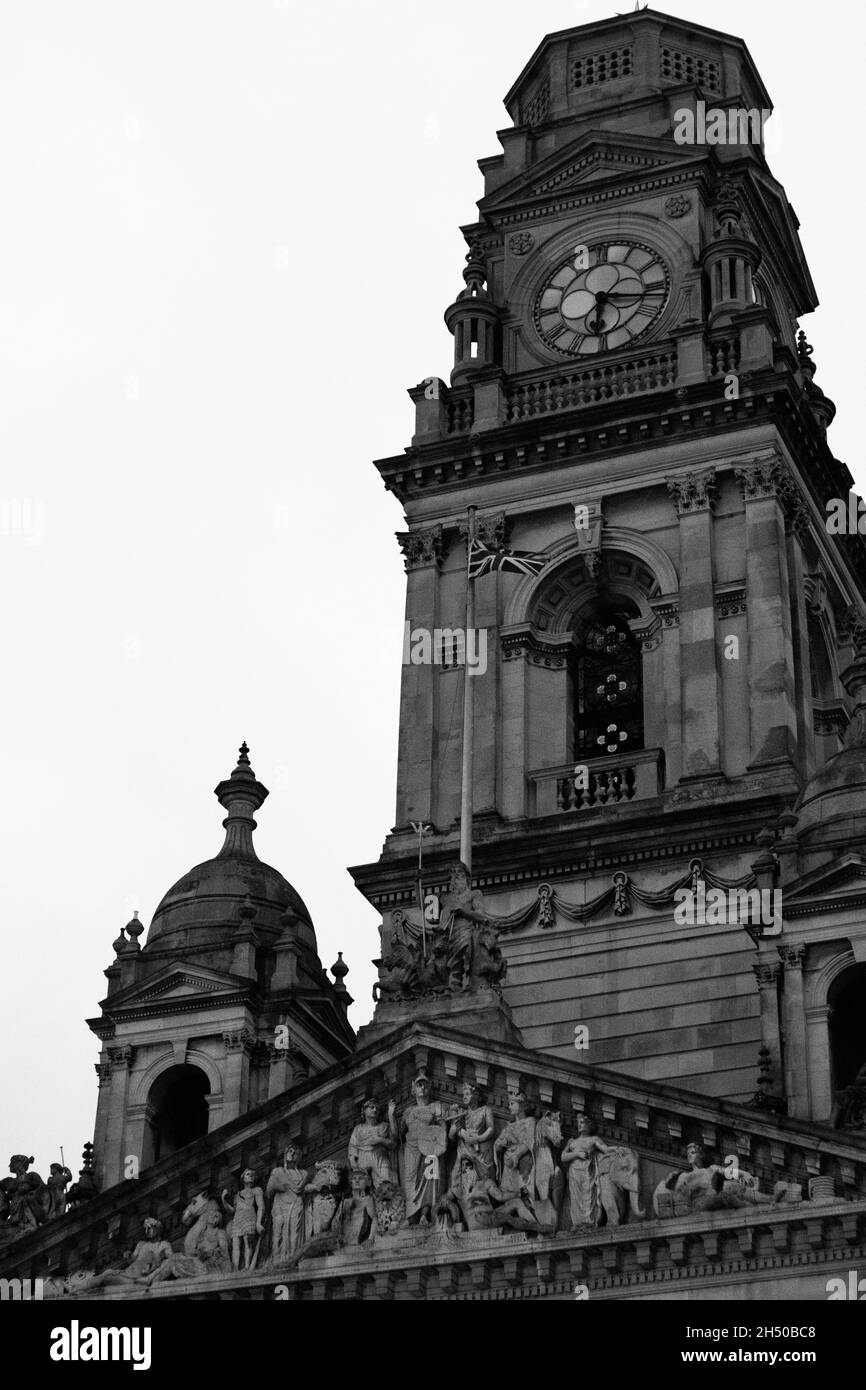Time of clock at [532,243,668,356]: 6:16
